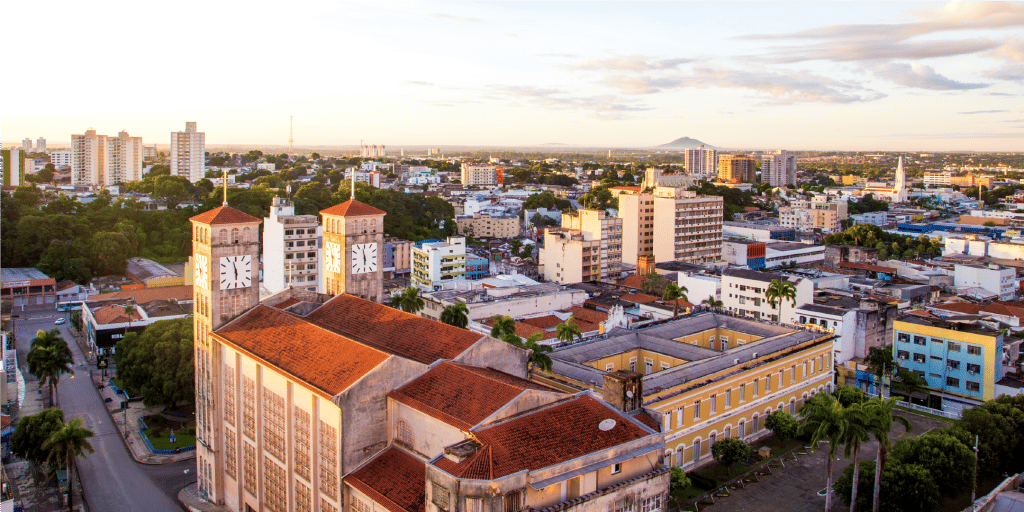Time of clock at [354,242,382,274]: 5:58
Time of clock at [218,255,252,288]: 5:57
